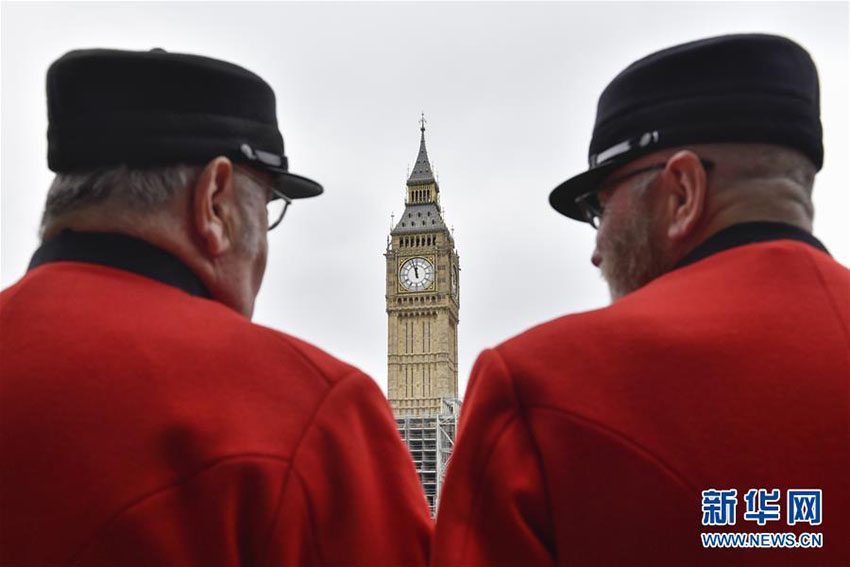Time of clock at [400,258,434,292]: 11:57
